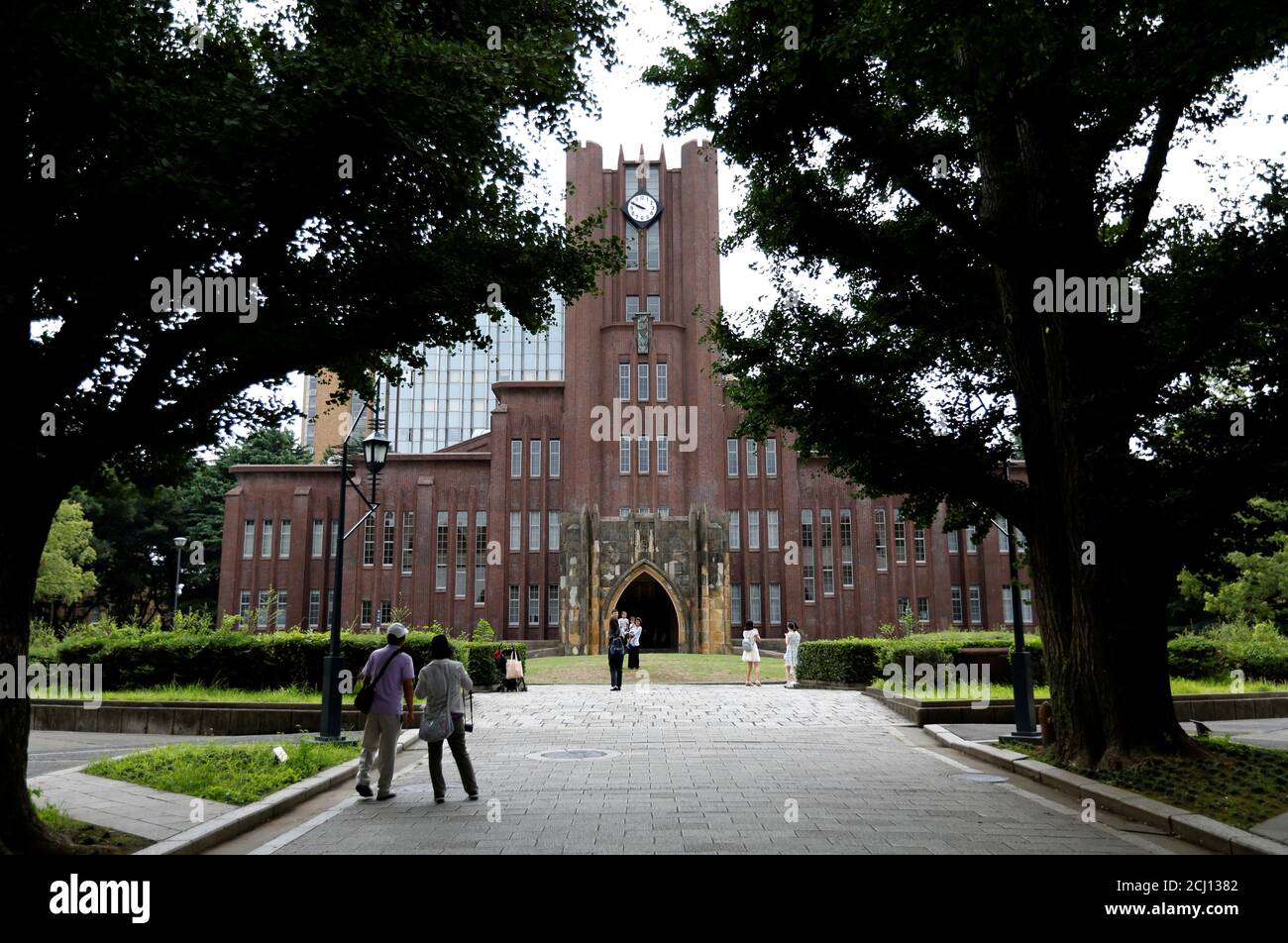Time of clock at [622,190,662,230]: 9:48
